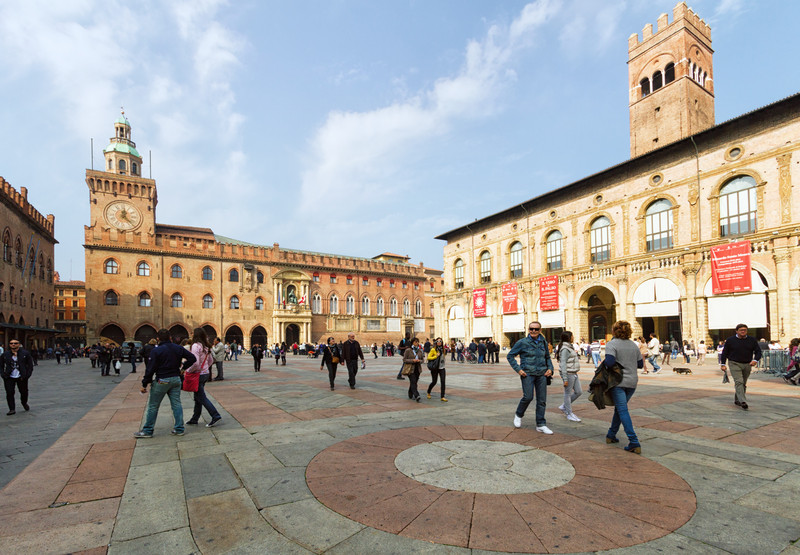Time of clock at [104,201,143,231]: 12:23
